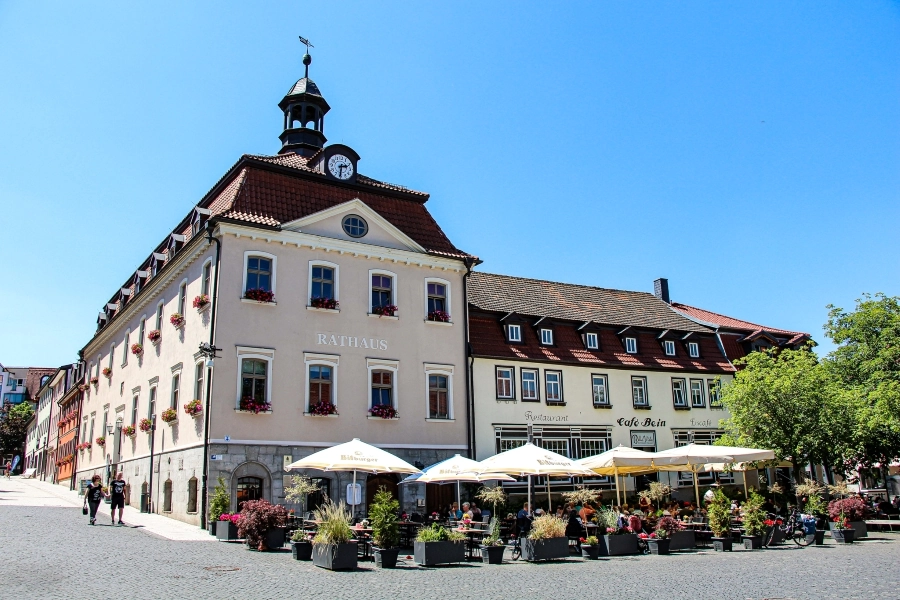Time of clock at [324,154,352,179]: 2:31
